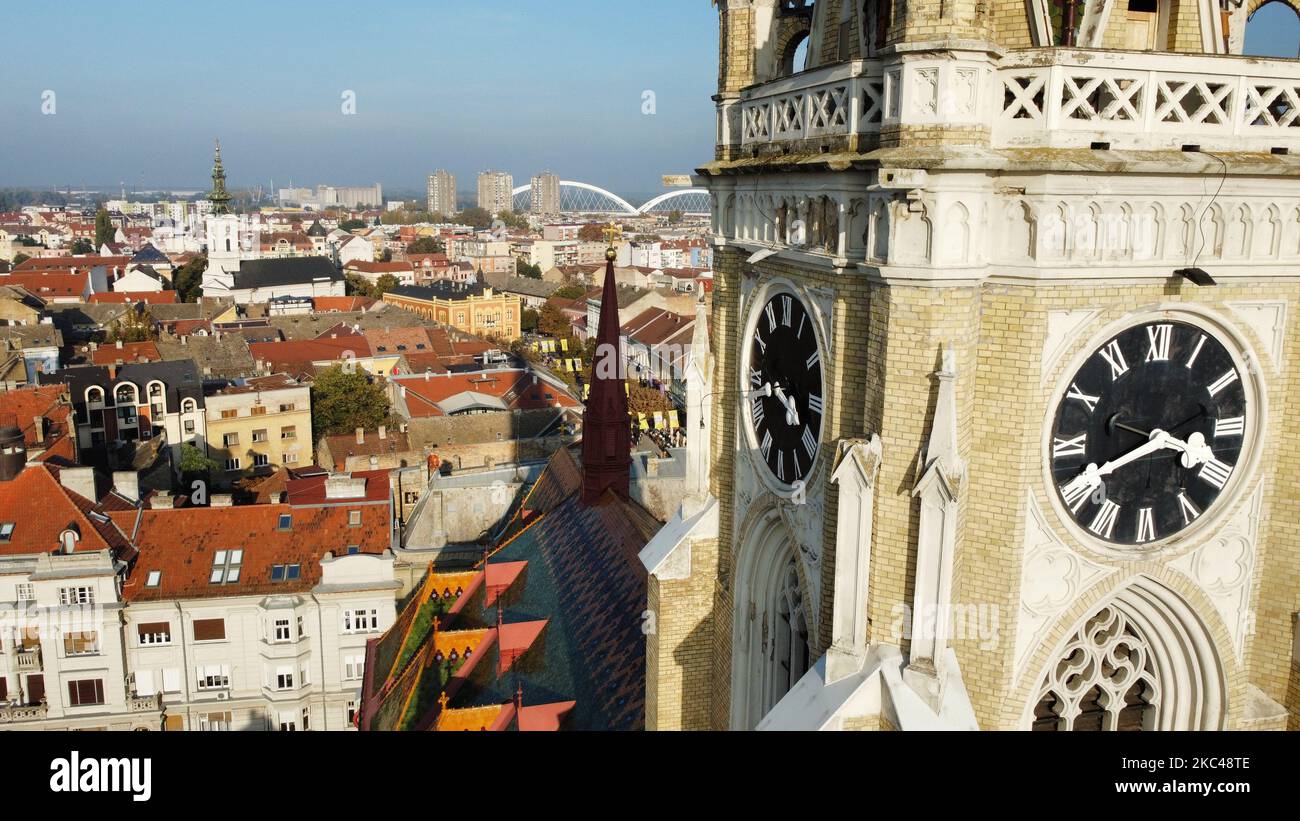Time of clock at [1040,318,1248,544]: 3:41
